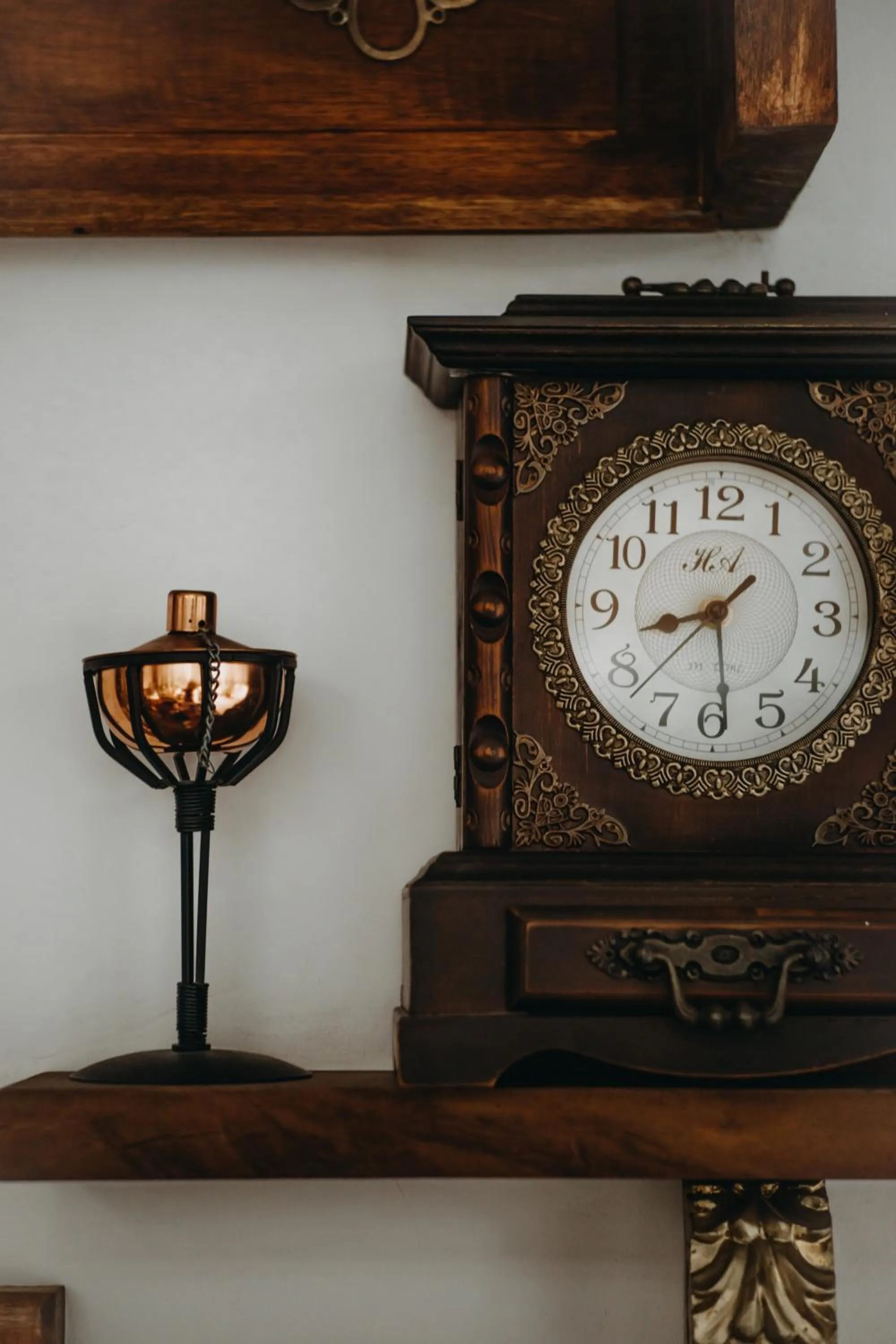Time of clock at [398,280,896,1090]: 8:29
